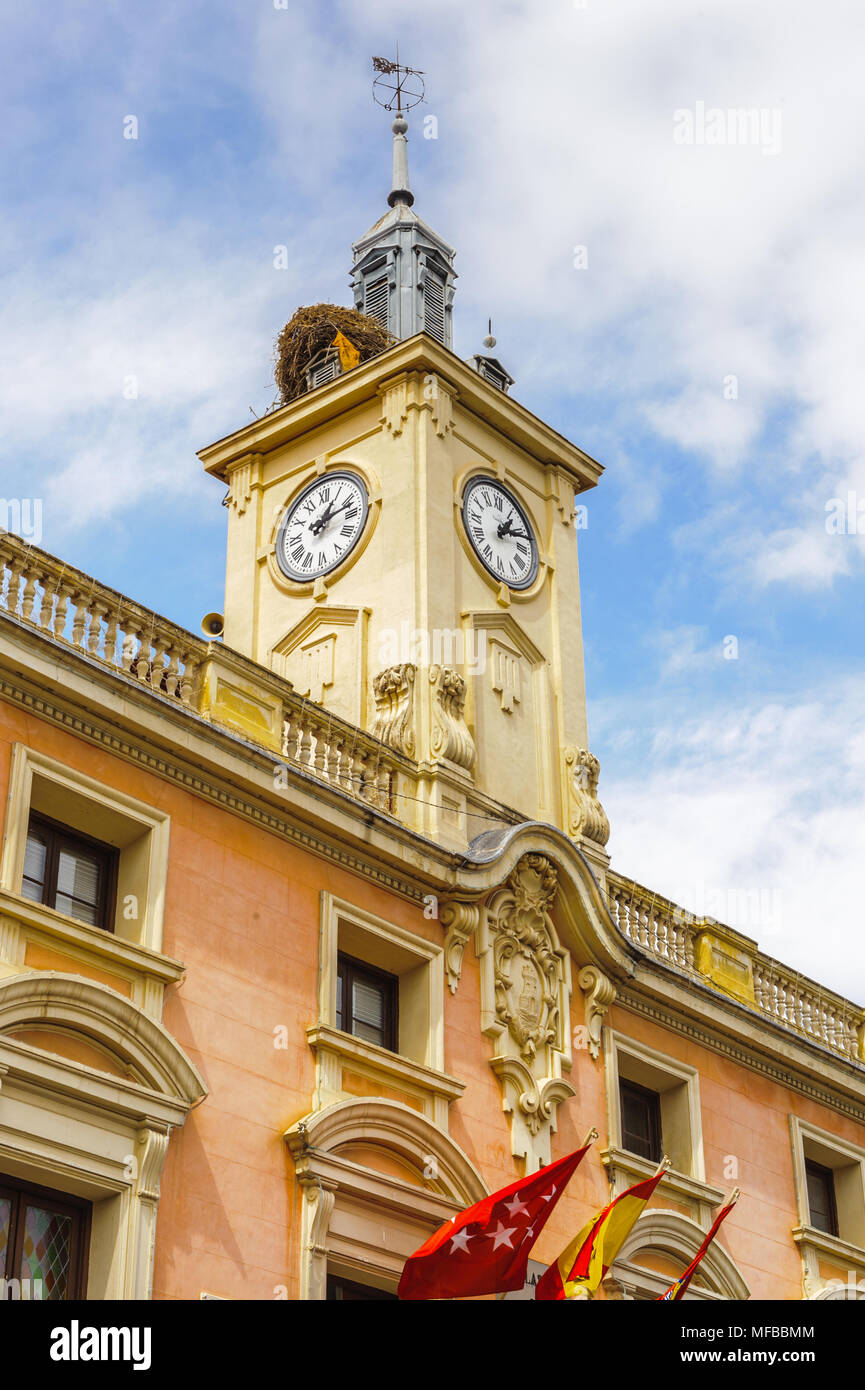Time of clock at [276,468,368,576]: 1:12
